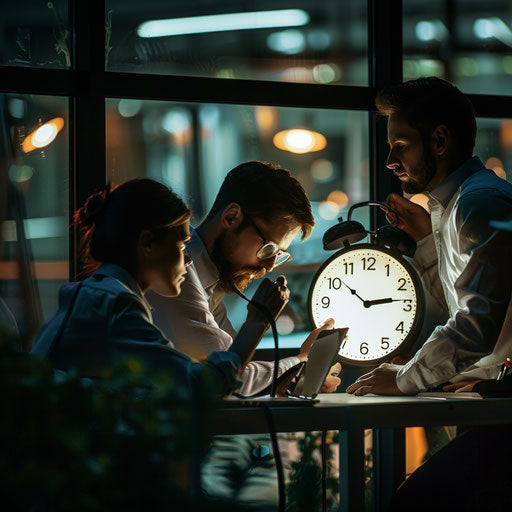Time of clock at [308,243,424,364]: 10:13
